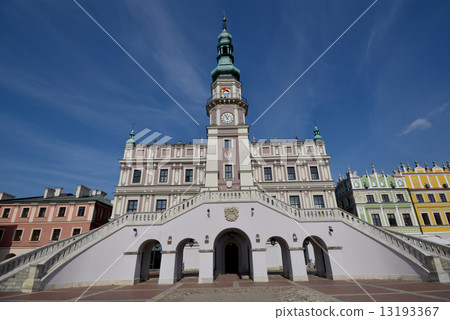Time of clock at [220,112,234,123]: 12:55
